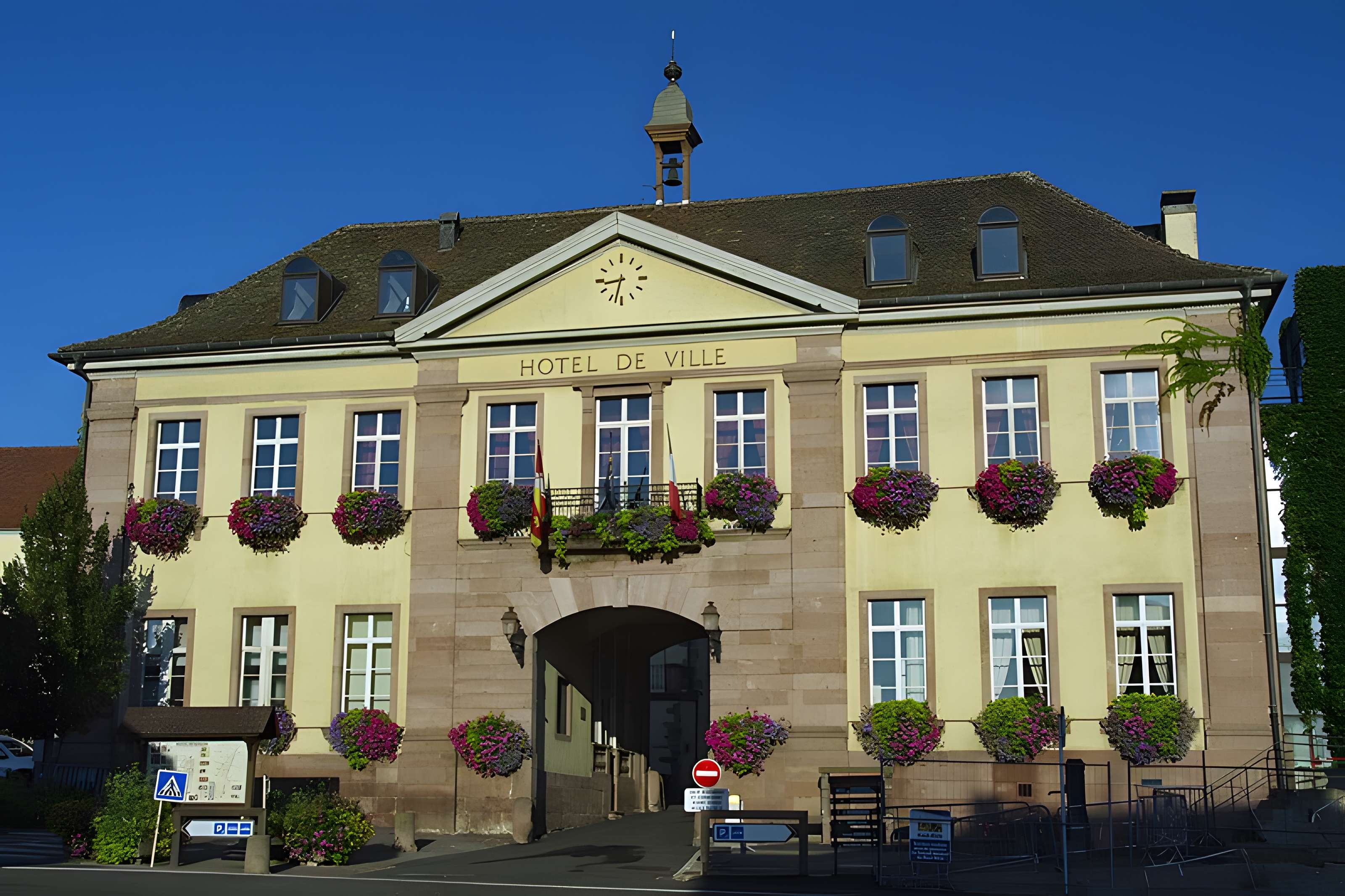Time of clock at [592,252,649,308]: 8:32
